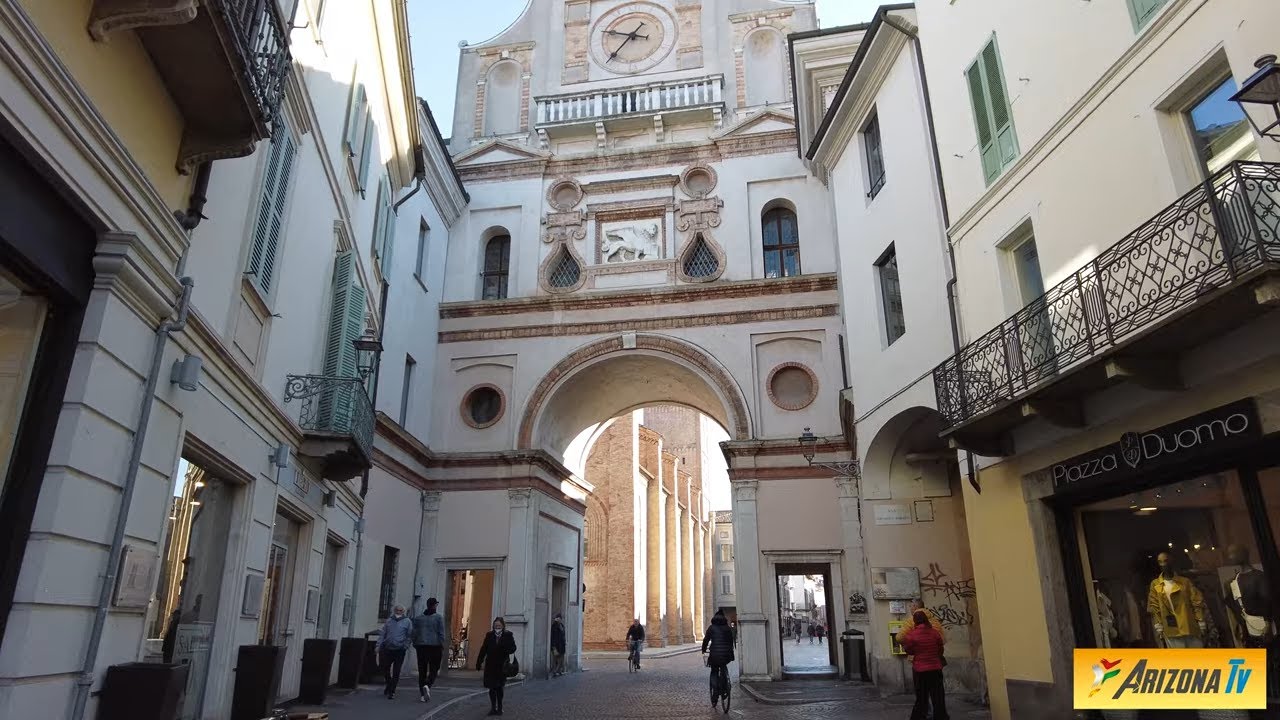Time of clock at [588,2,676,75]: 9:36
